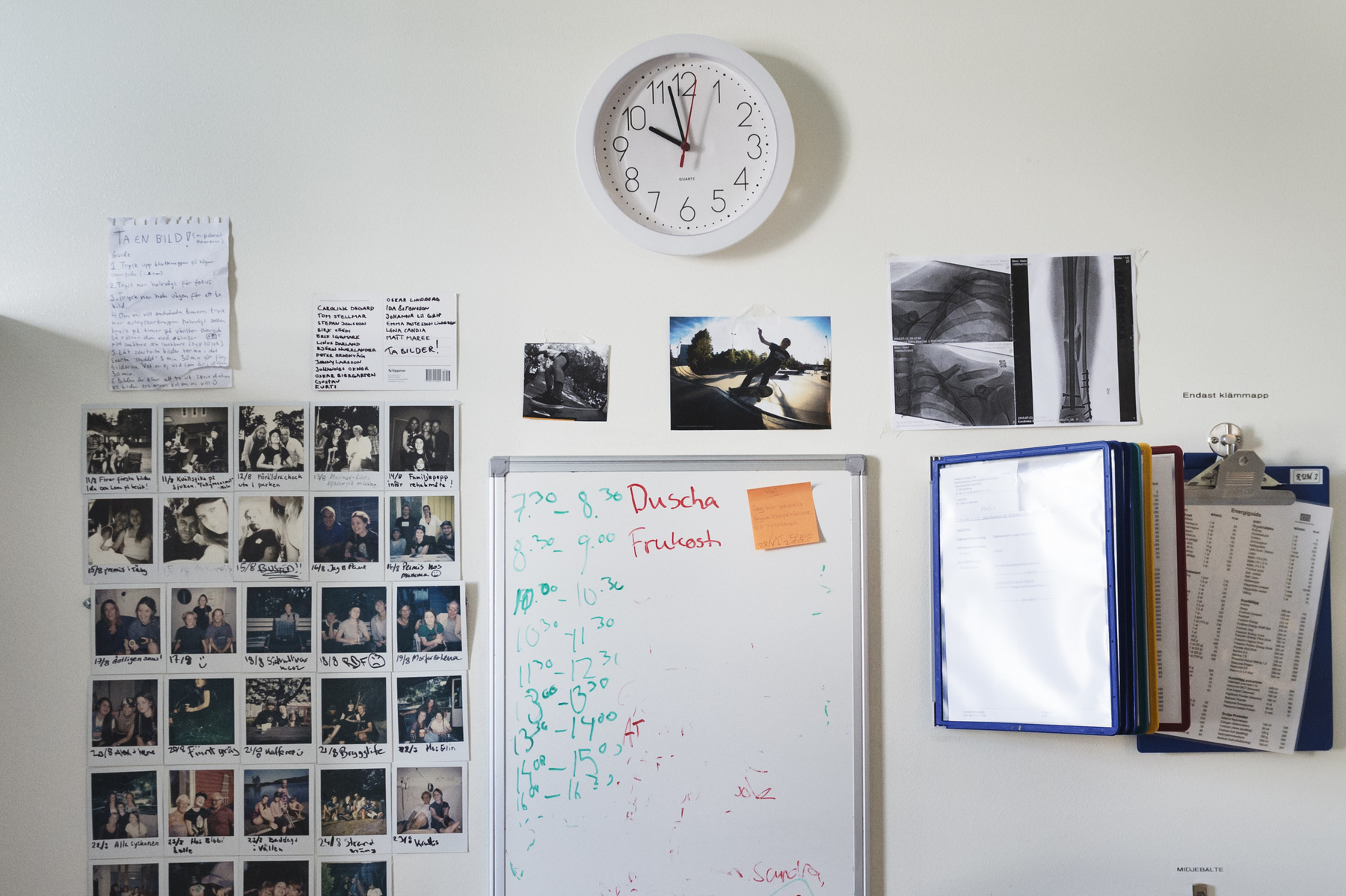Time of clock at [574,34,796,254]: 9:57
